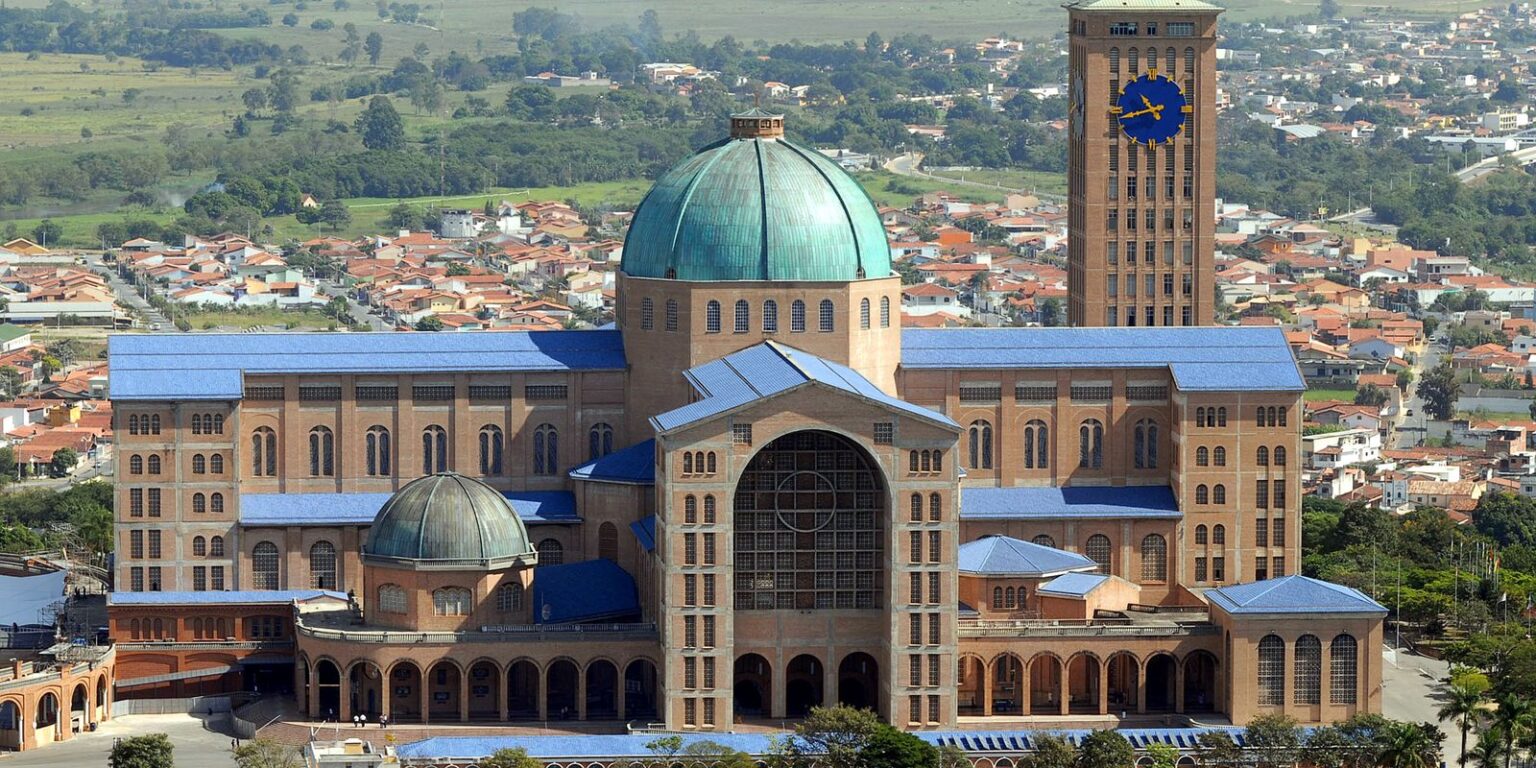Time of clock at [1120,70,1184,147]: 10:42
